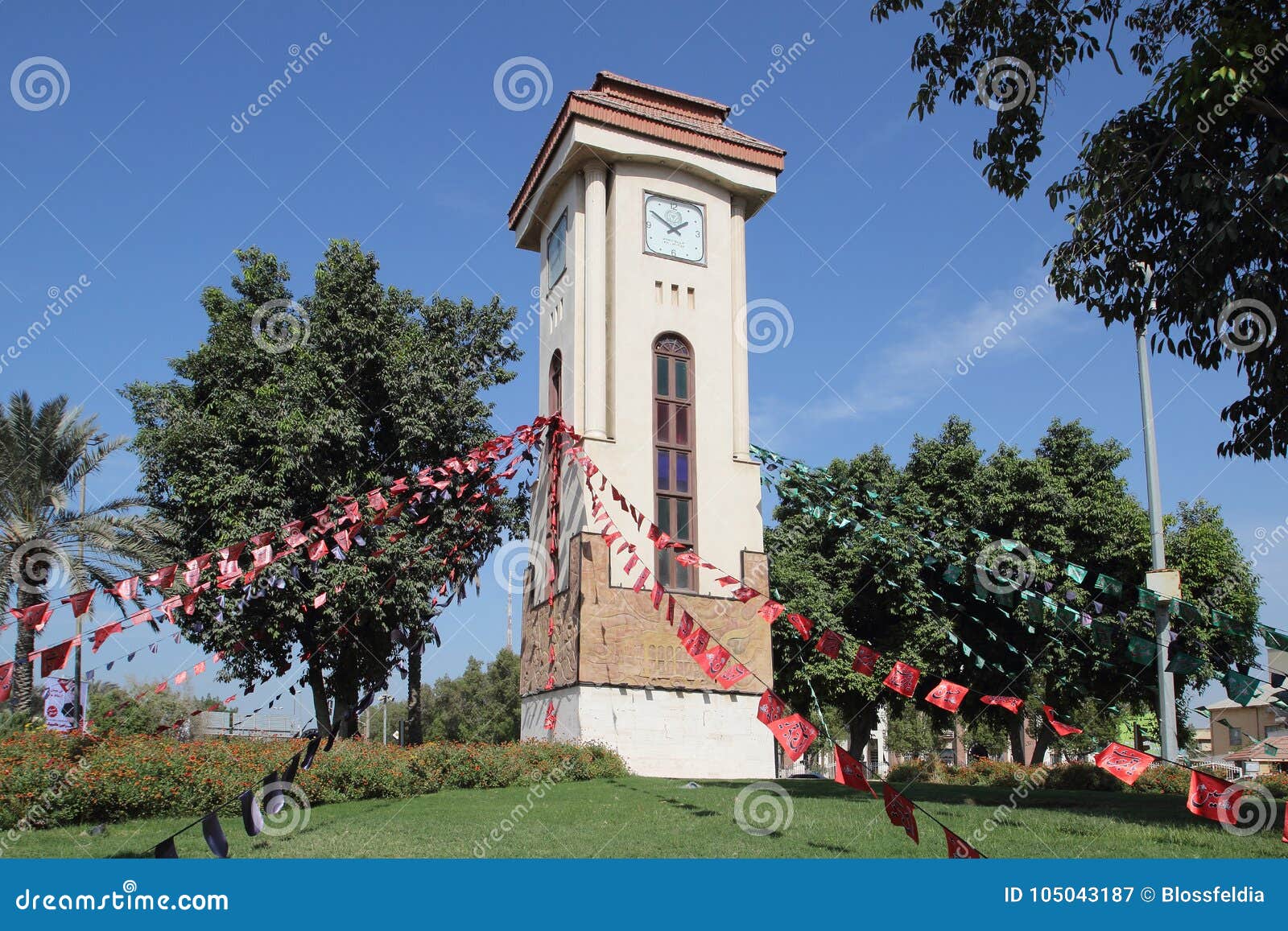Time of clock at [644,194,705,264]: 1:50
